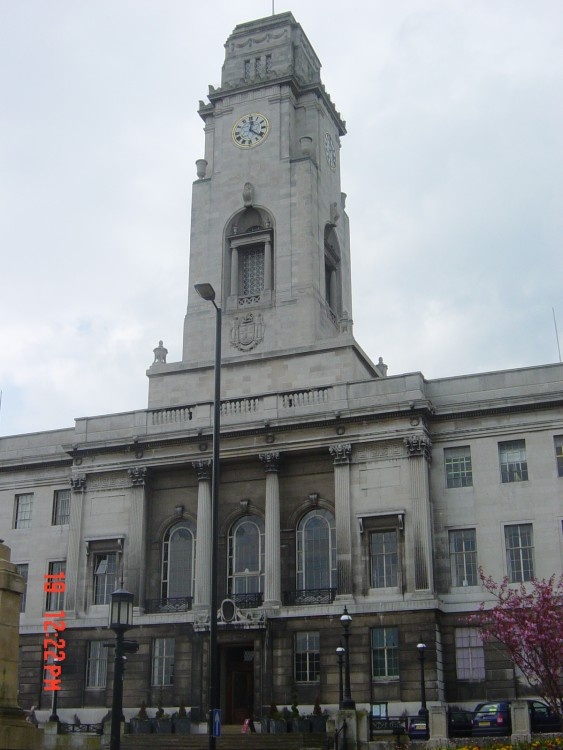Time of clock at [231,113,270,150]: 12:21
